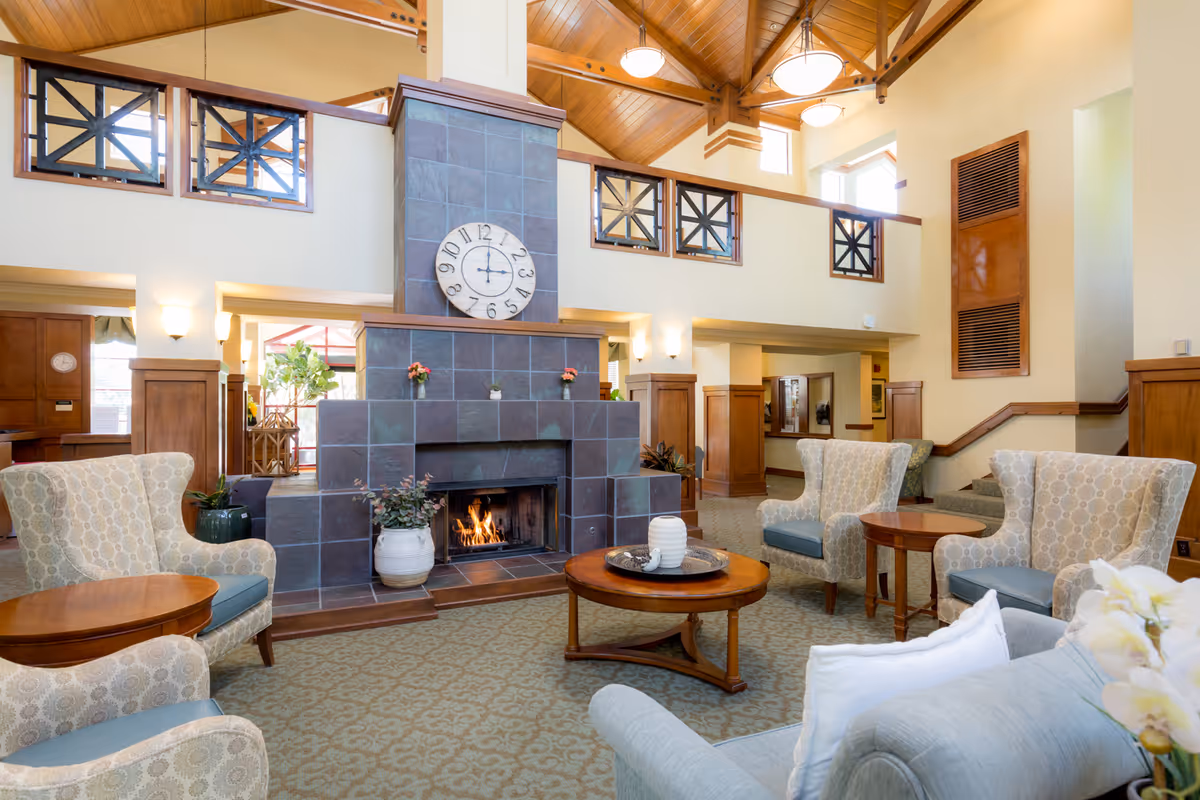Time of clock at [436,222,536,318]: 3:01
